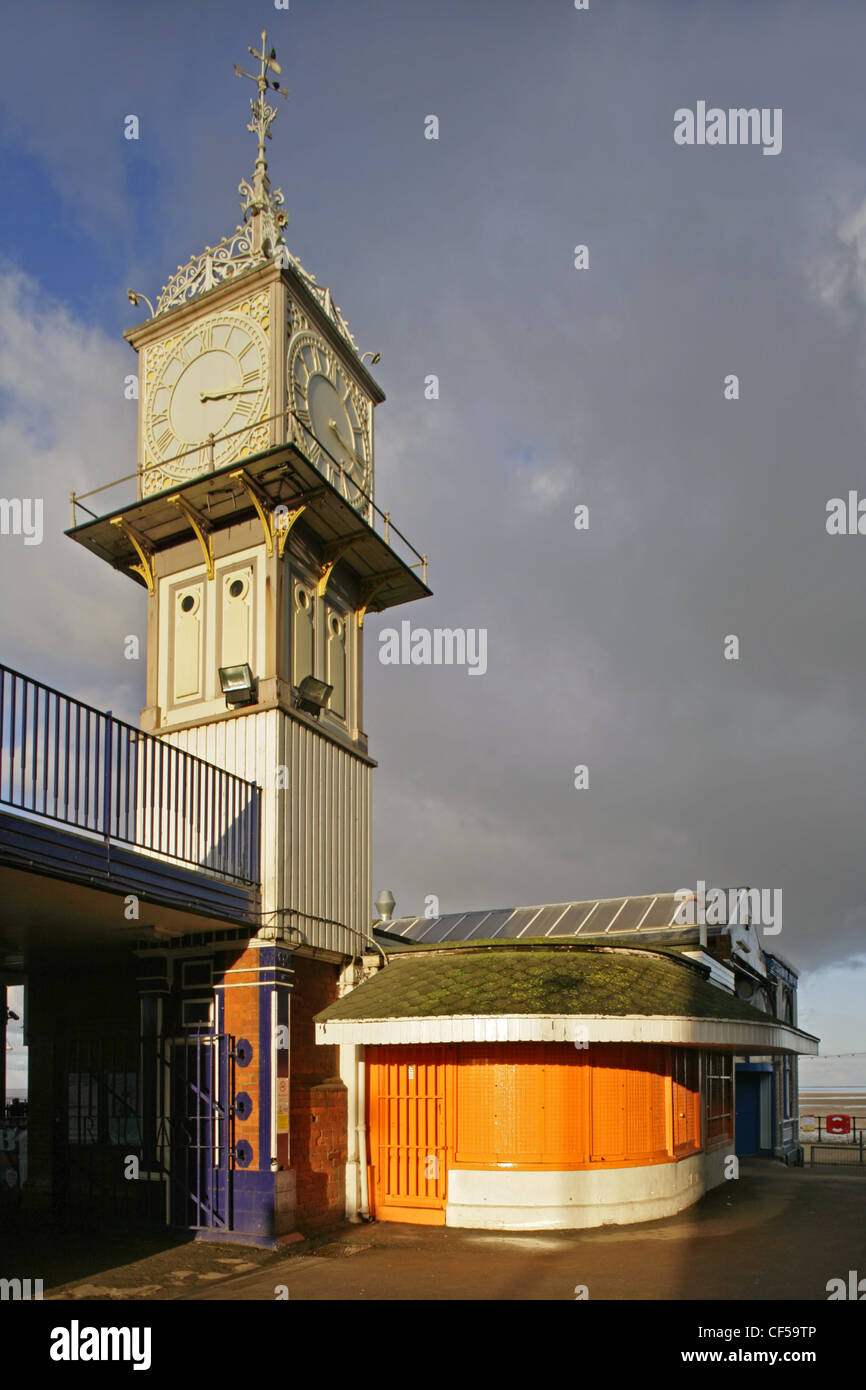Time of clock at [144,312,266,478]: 3:17
